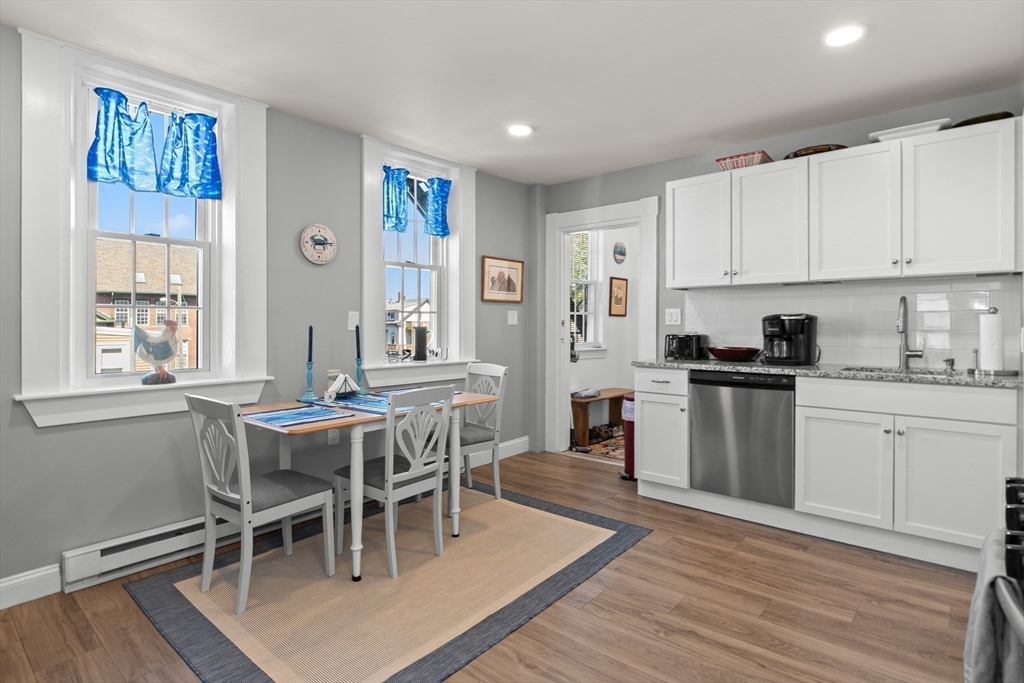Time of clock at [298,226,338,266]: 2:13
